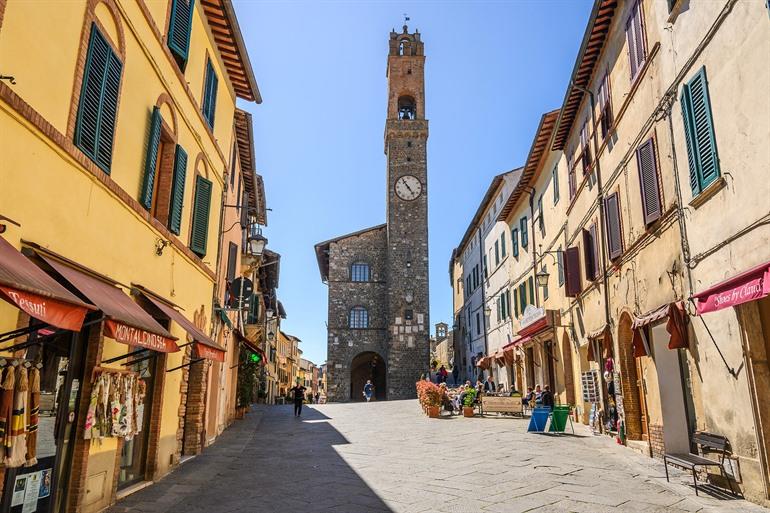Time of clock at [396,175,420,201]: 4:54
